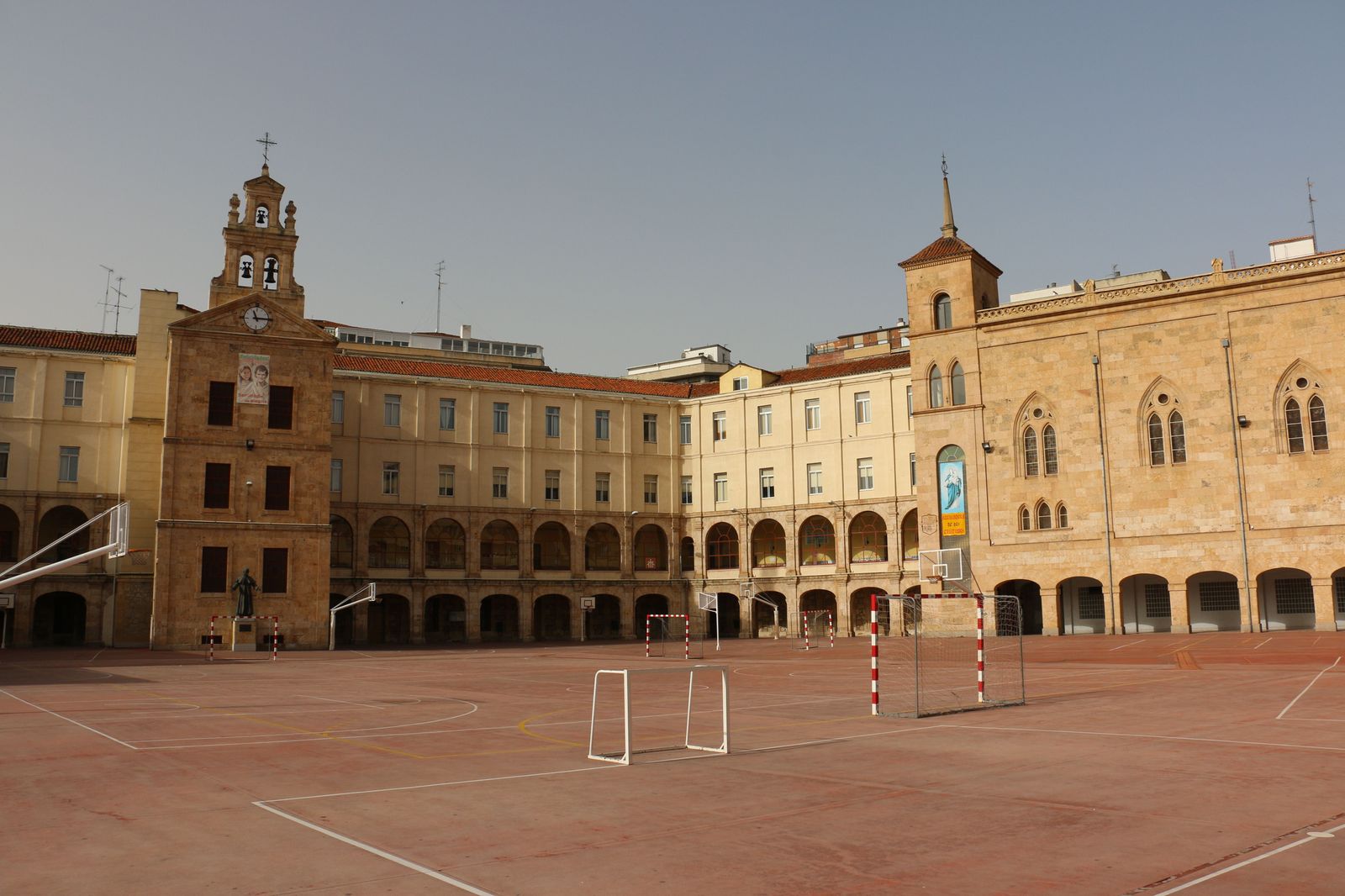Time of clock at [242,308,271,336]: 11:14
